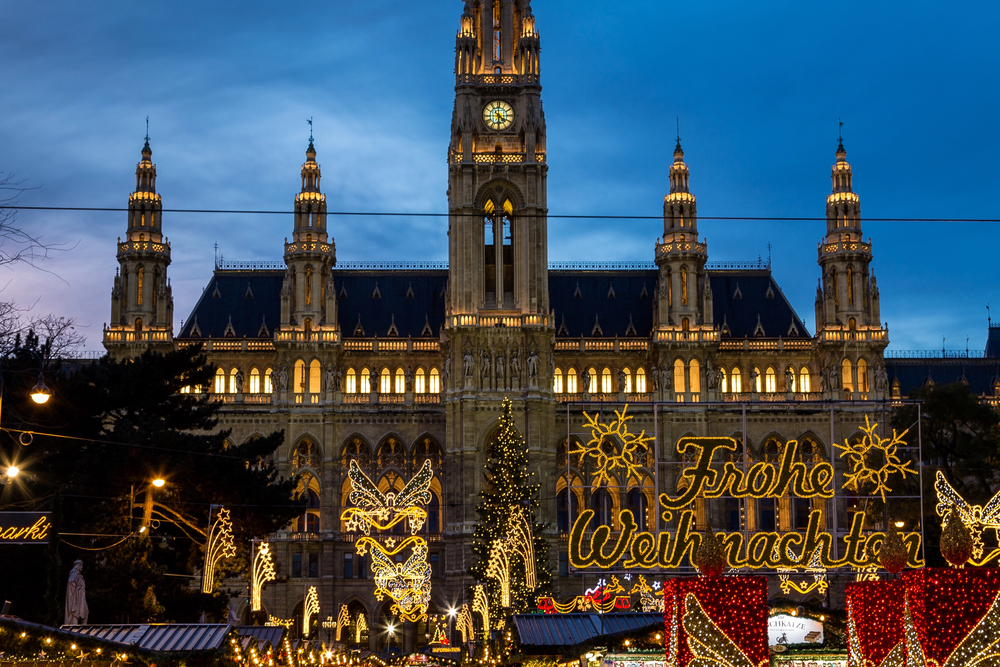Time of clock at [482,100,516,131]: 4:30
